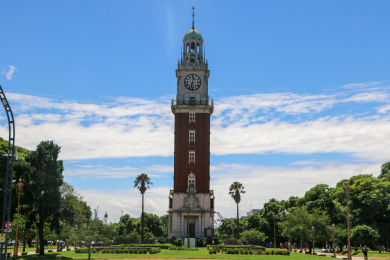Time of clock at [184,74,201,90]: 12:32
